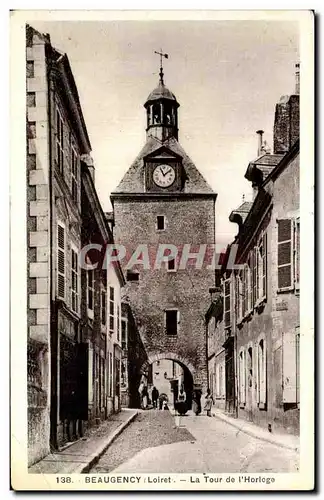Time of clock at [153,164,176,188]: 11:08
